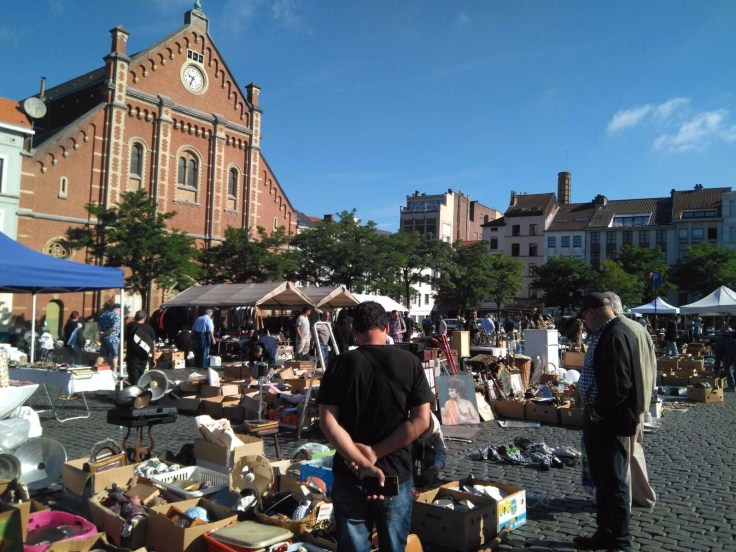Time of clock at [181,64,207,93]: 9:34
